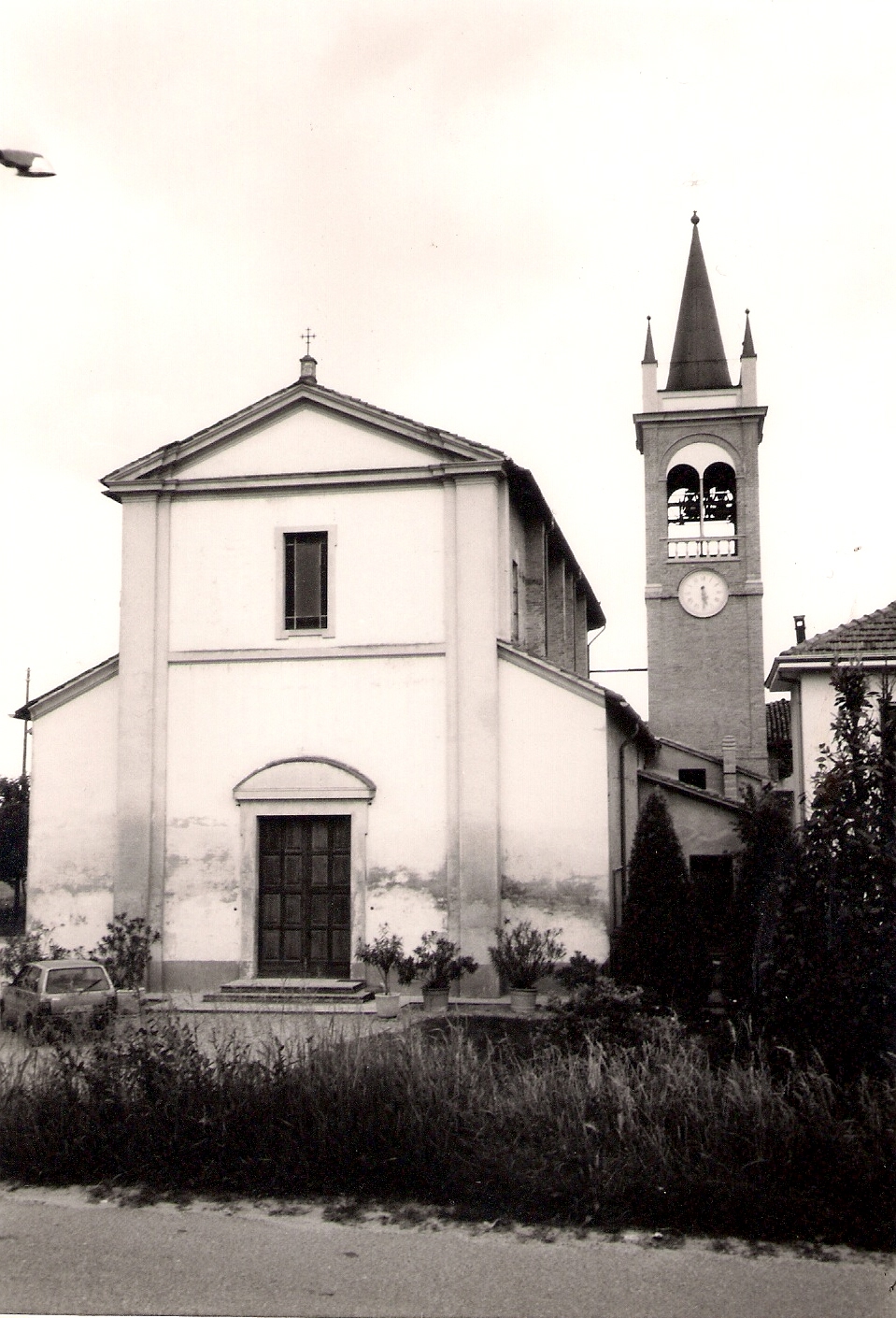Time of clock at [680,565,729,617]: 5:29
